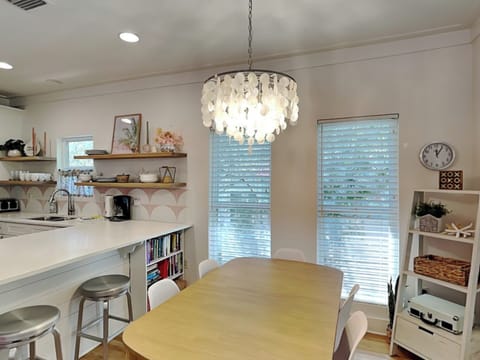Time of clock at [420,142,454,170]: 12:05
